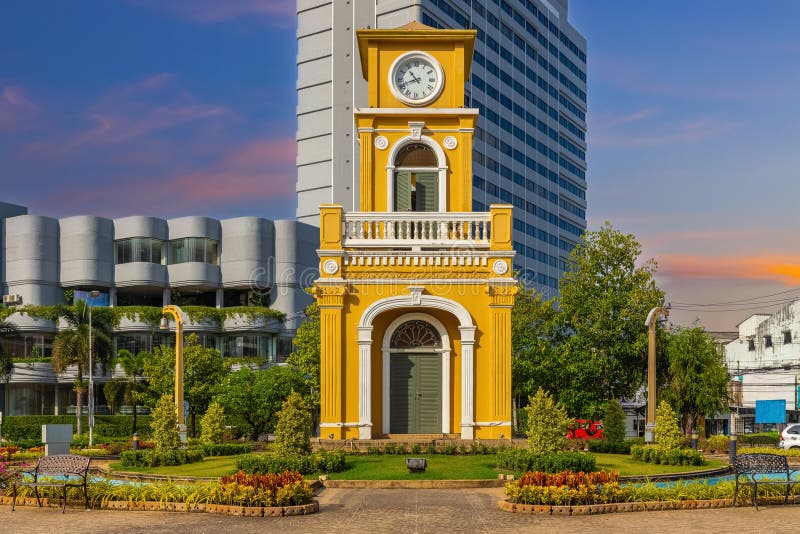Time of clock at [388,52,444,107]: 10:41
